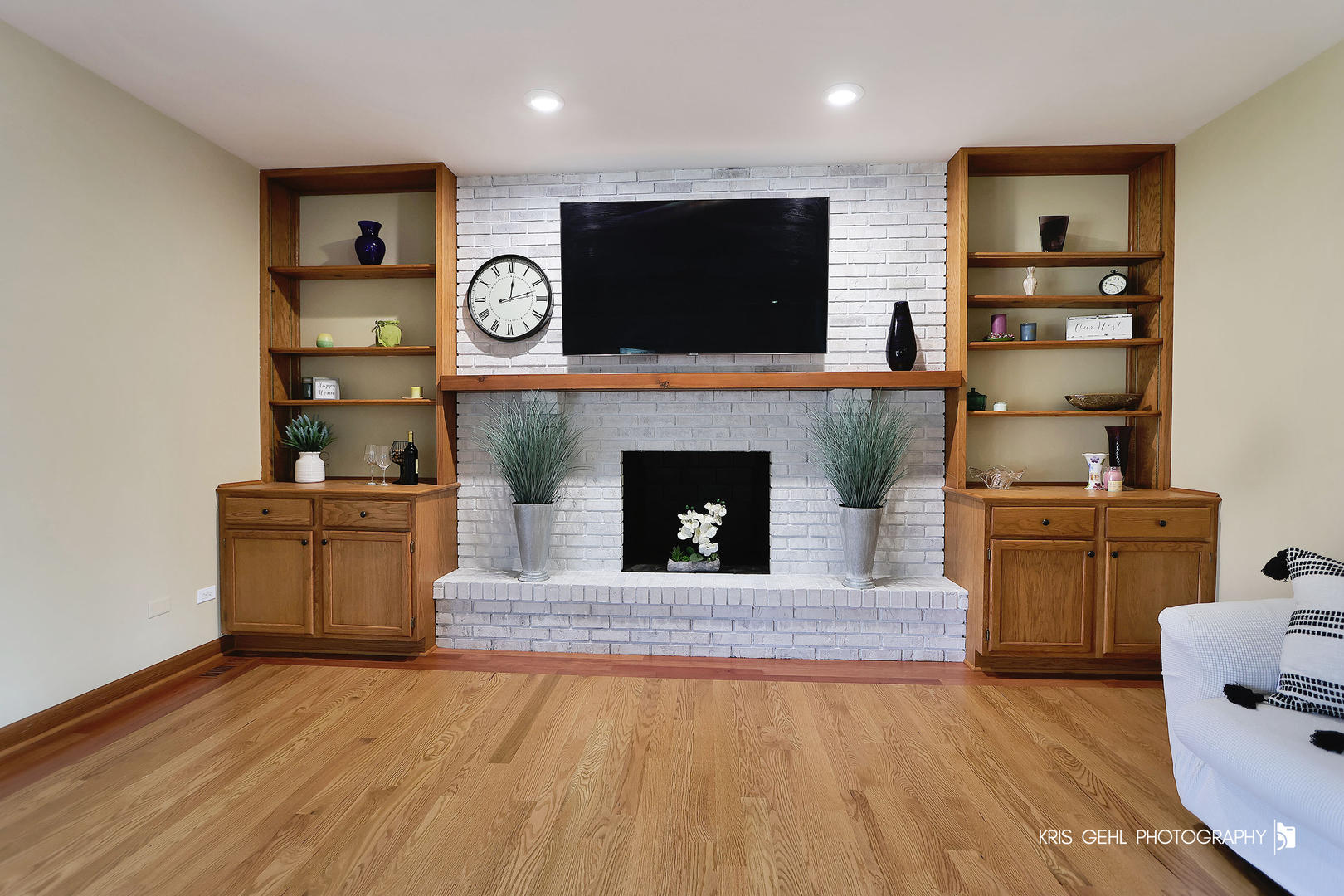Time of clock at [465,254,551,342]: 12:12
